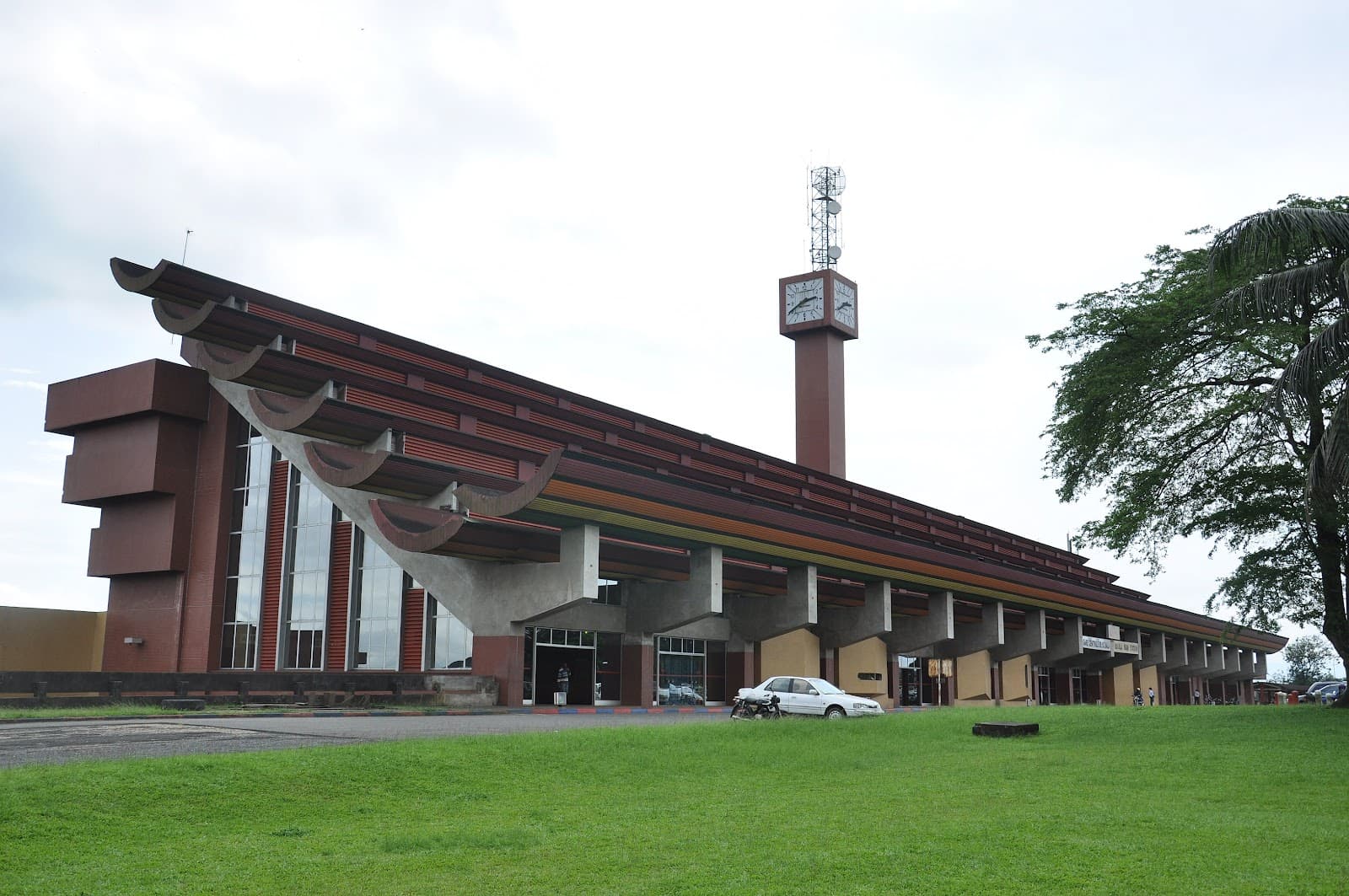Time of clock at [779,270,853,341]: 2:40
